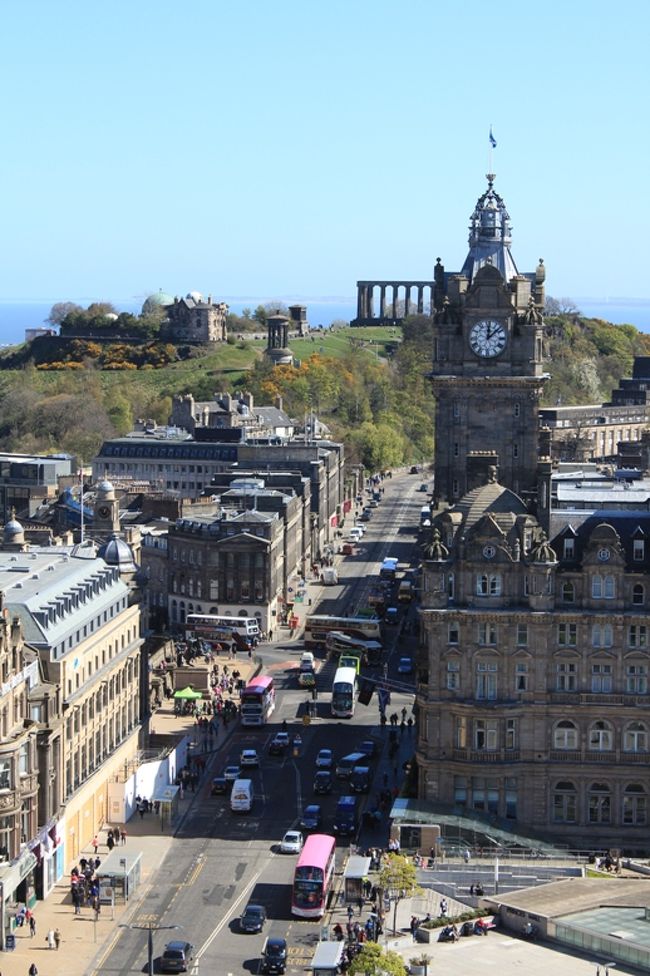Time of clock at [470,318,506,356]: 12:07
